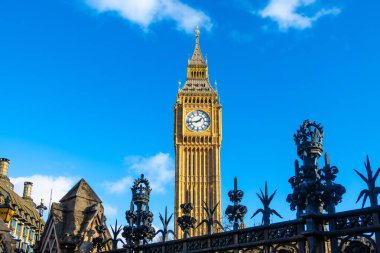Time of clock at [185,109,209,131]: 1:43
